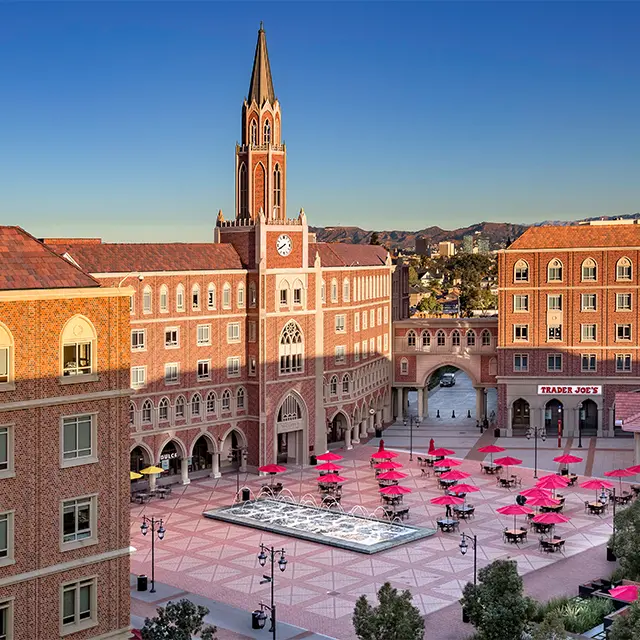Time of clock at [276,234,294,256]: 7:40
